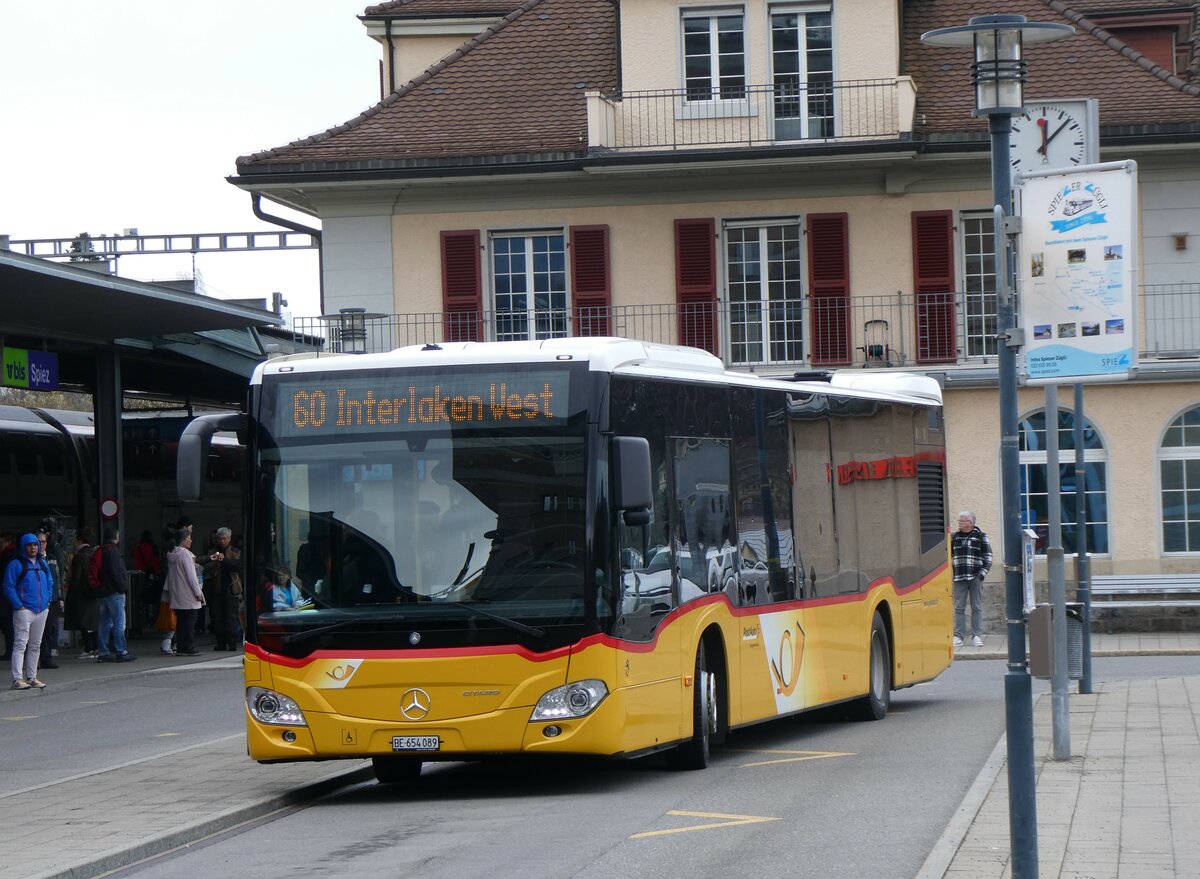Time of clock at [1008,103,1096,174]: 12:07
